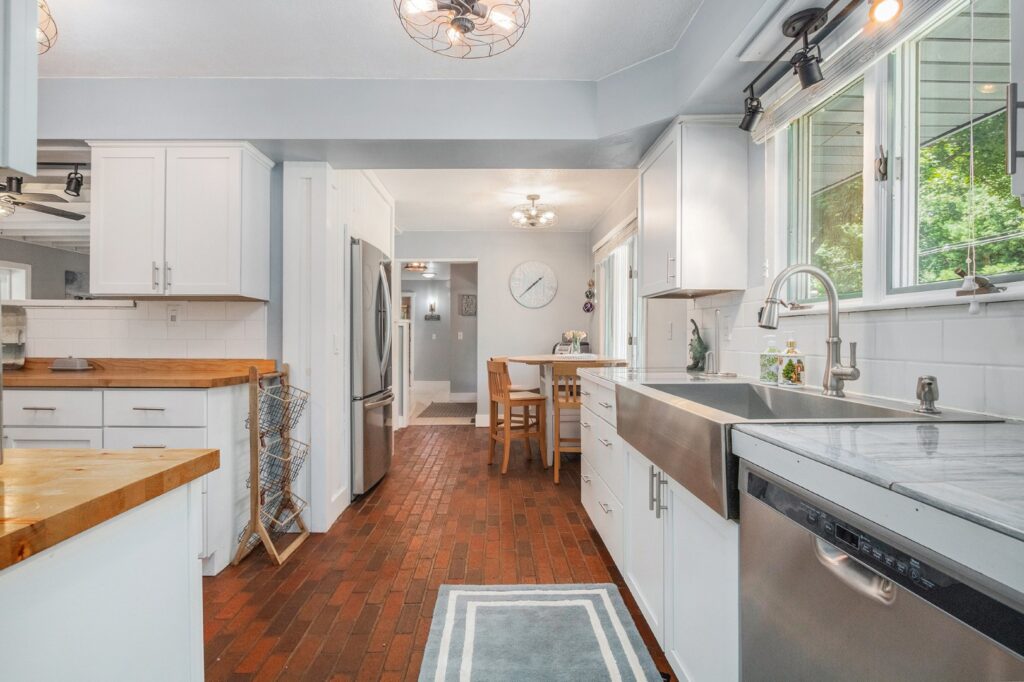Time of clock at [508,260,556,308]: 1:38
